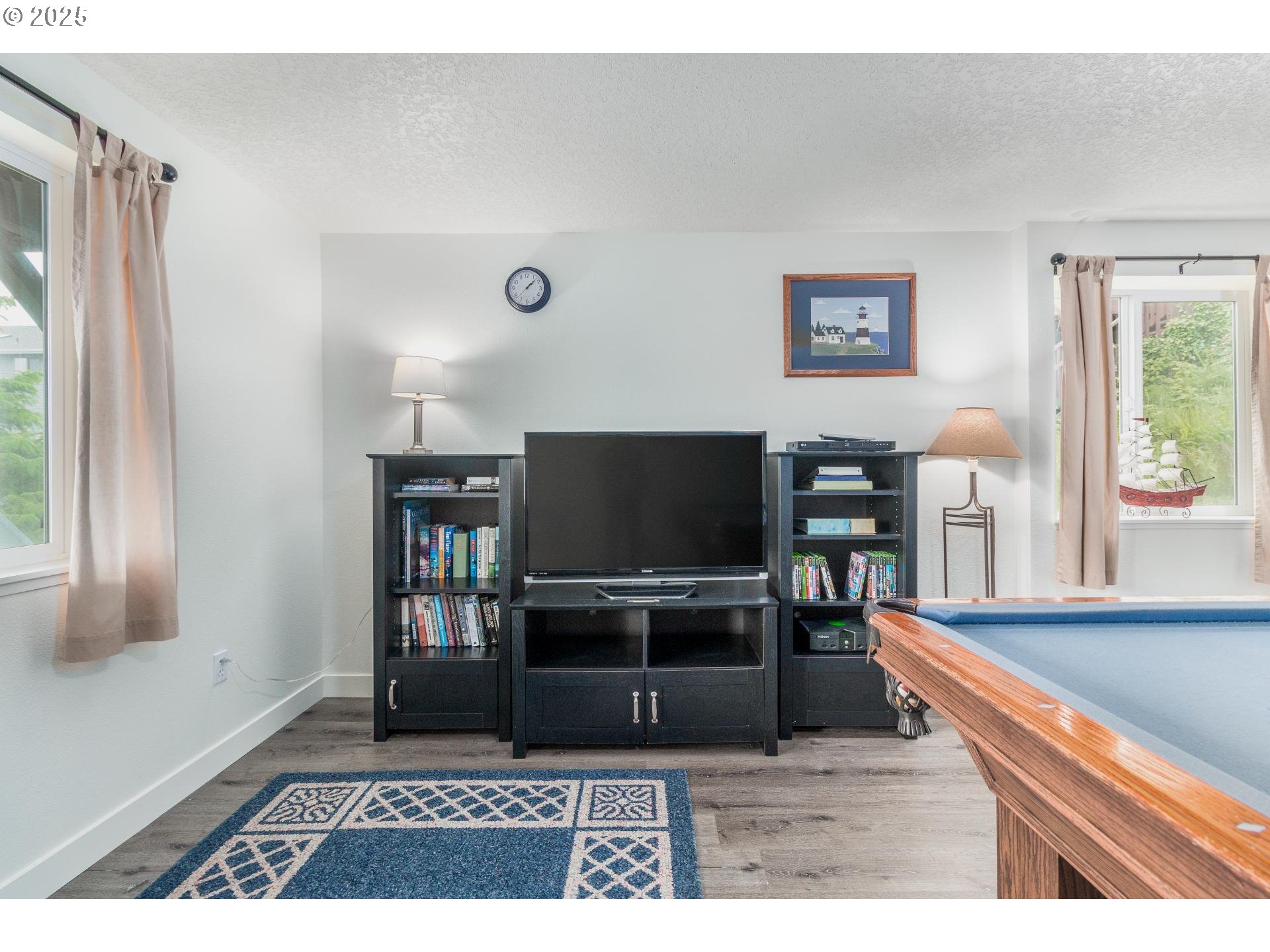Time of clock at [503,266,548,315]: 1:07
